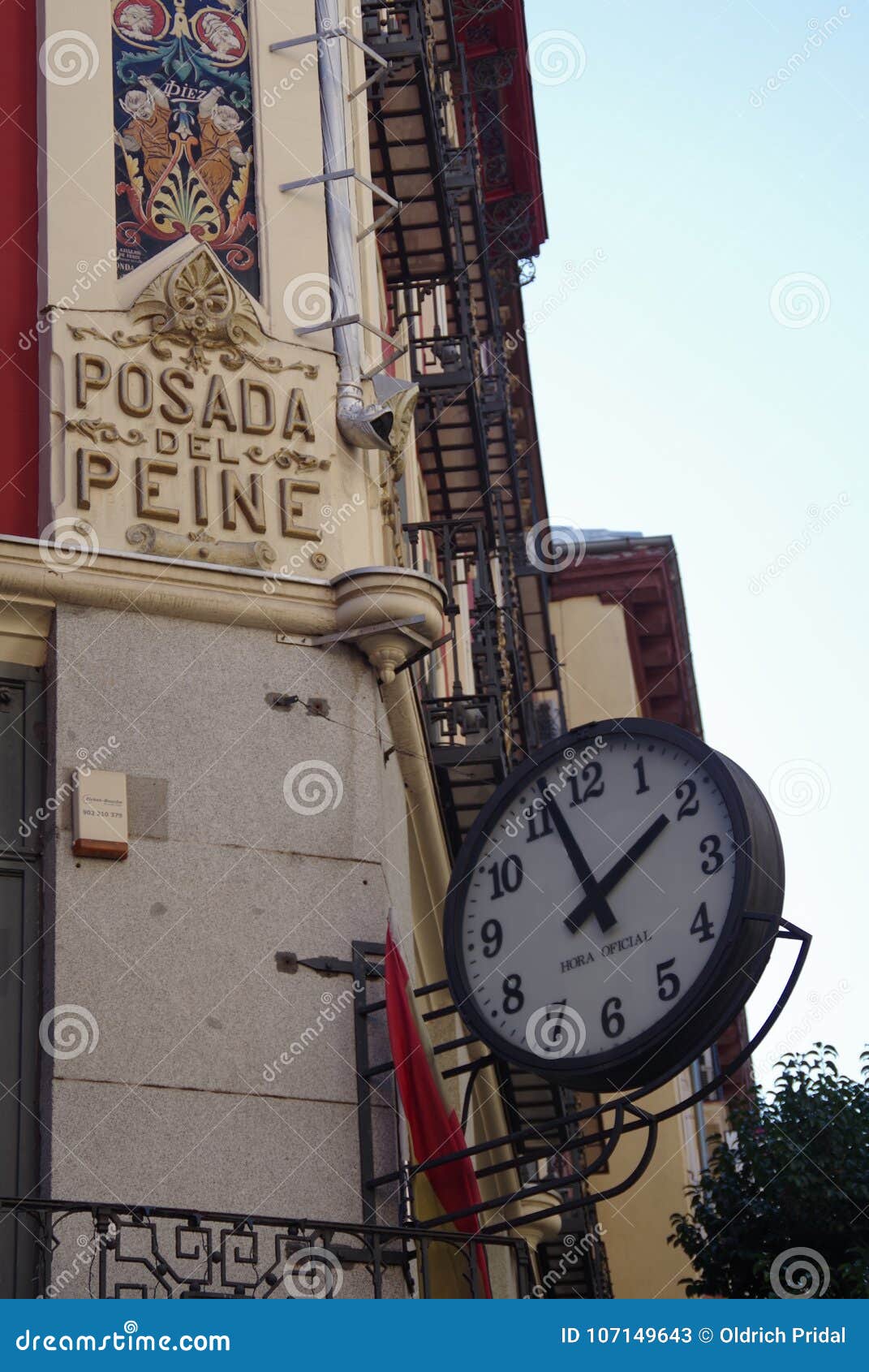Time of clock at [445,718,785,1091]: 1:56
